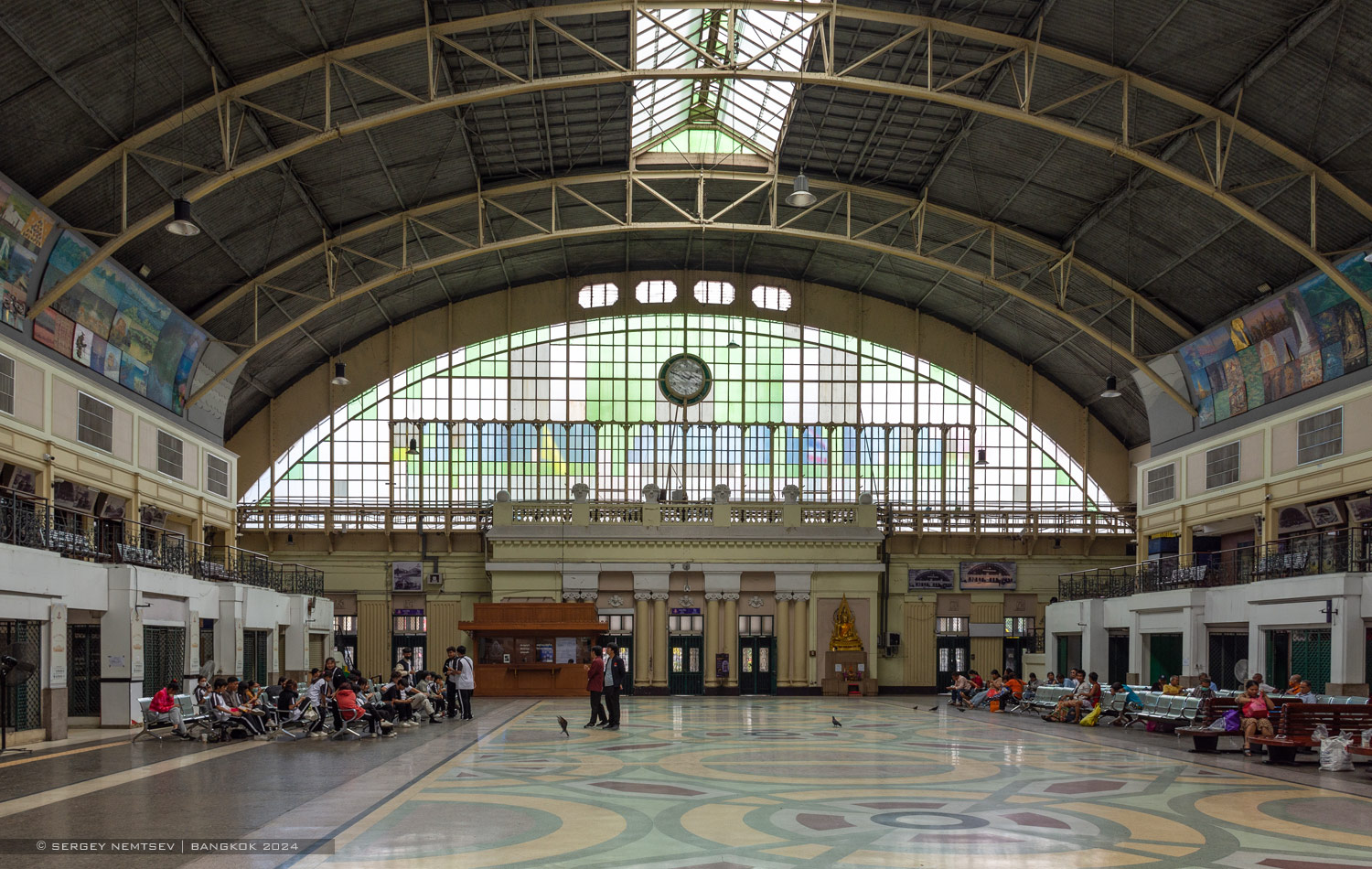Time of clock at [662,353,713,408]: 2:48
